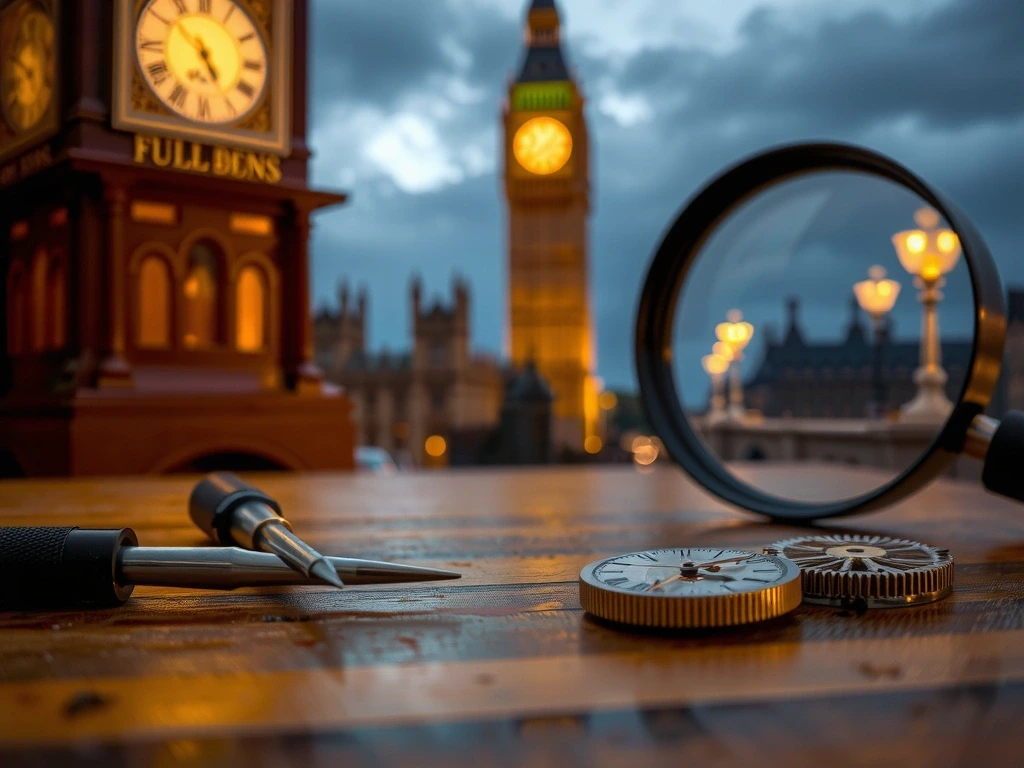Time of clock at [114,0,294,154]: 4:52
